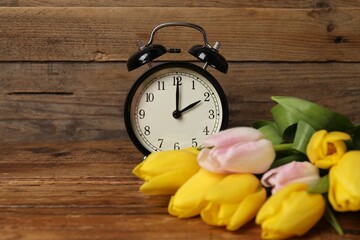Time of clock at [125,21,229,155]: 2:00
